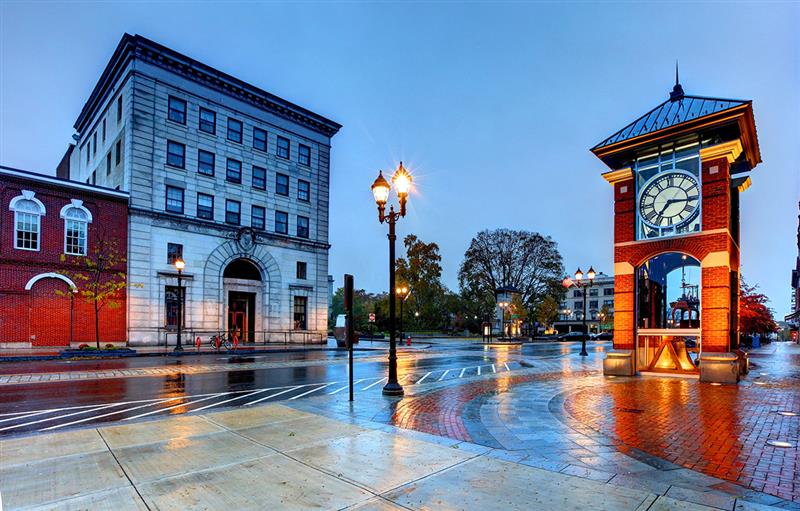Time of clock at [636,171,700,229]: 7:15
